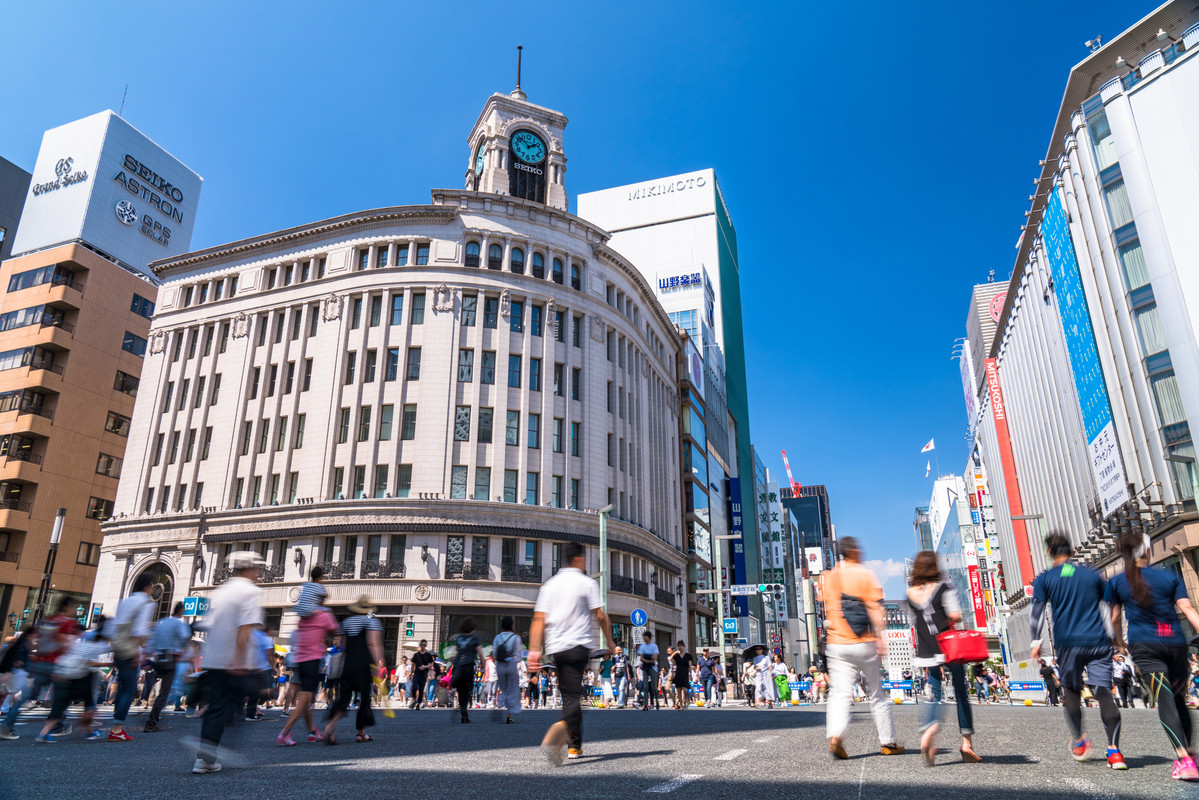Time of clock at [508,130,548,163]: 1:51
